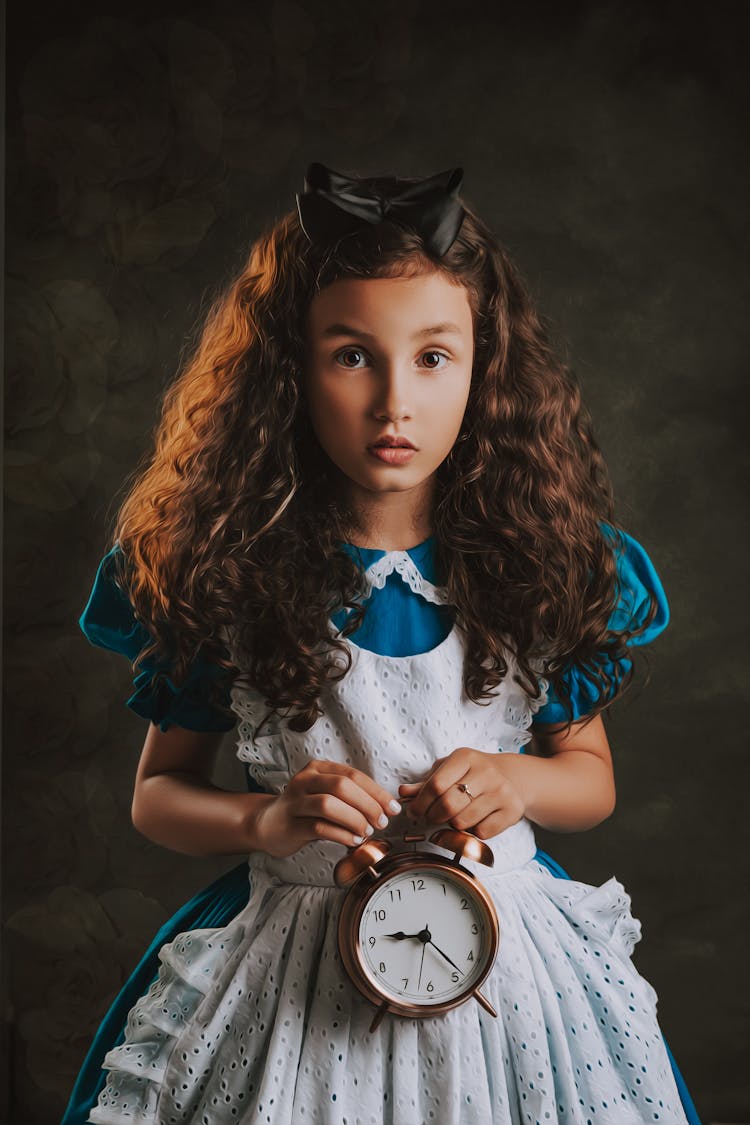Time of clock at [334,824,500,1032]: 9:23
